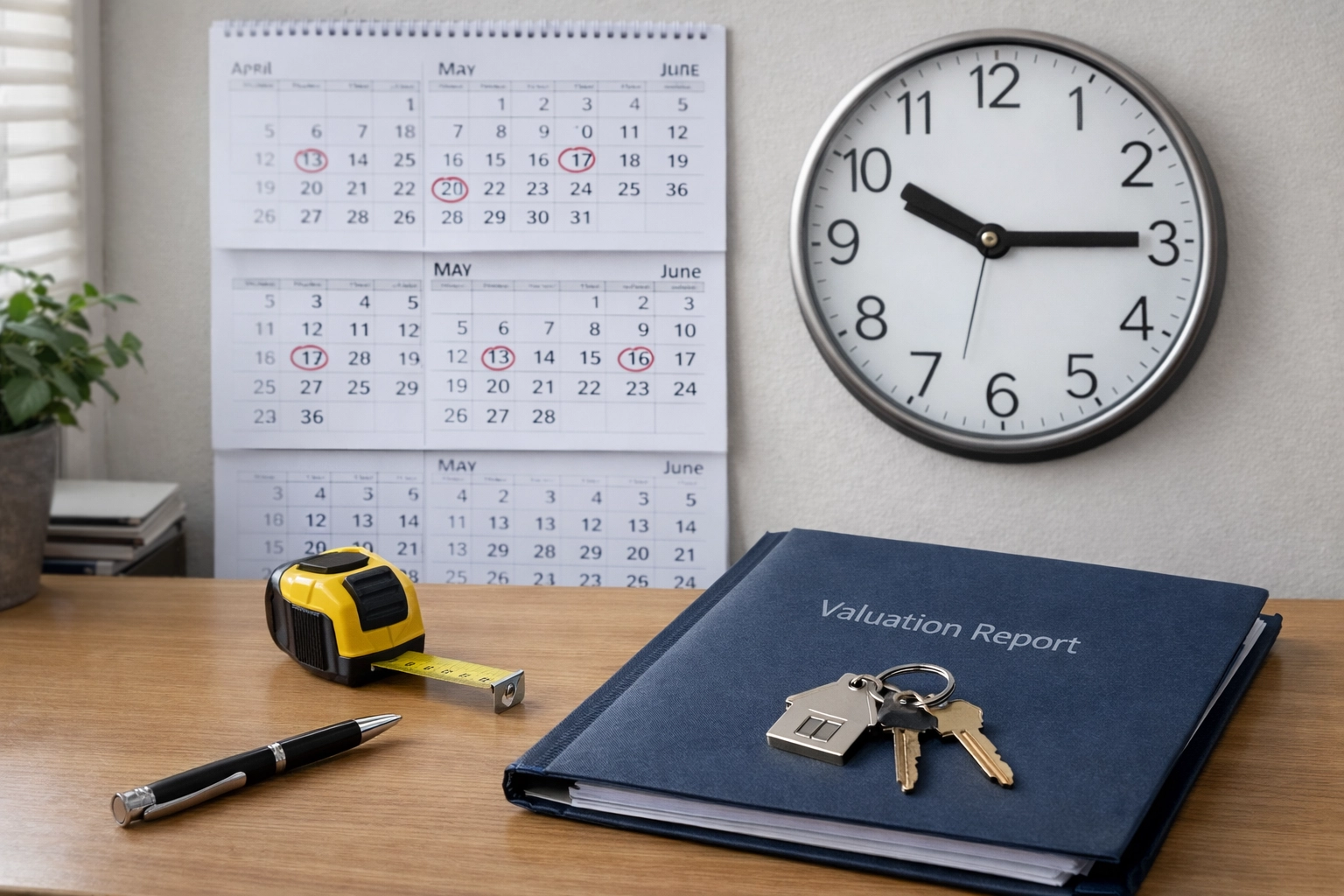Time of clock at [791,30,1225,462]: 10:15
